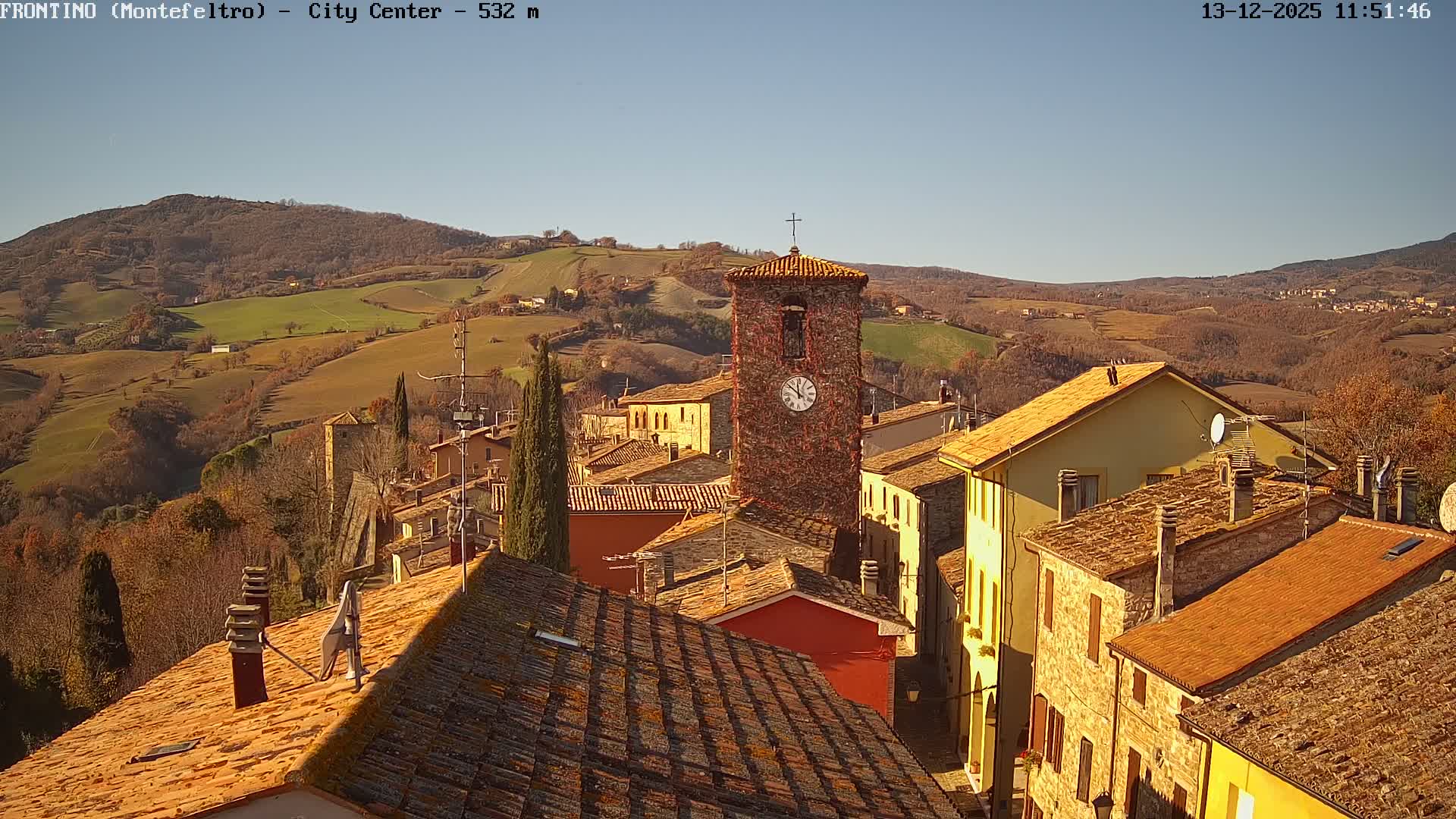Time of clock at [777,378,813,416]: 11:51
